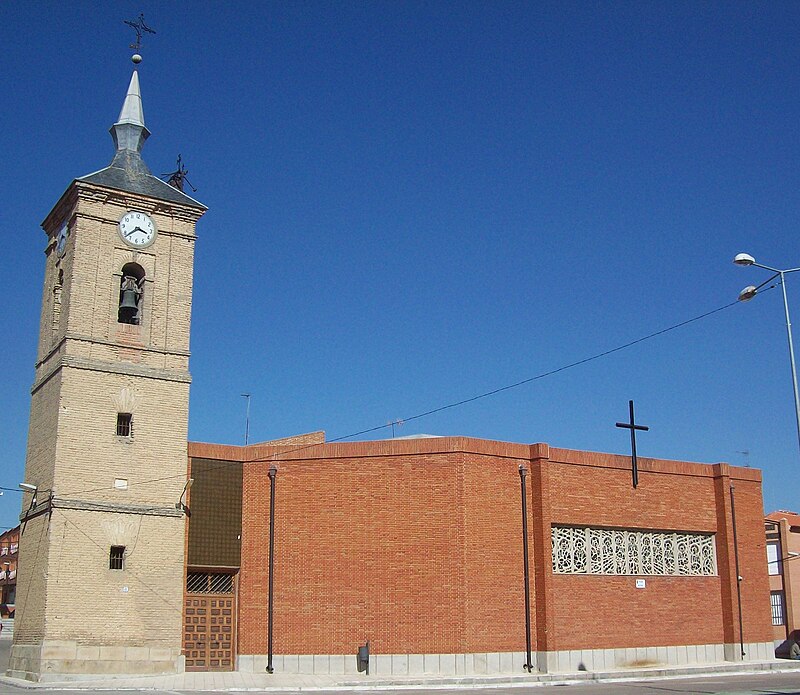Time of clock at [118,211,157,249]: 3:37
